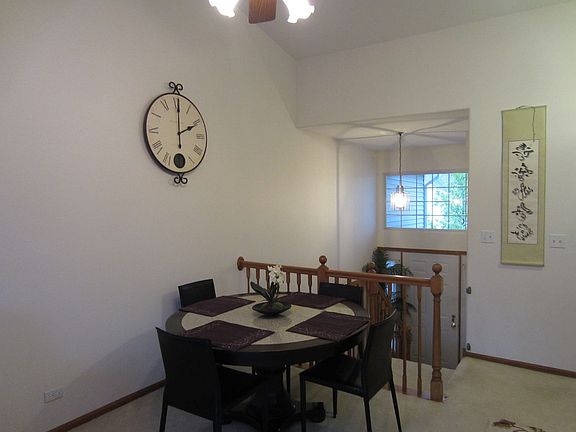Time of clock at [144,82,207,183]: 2:00
